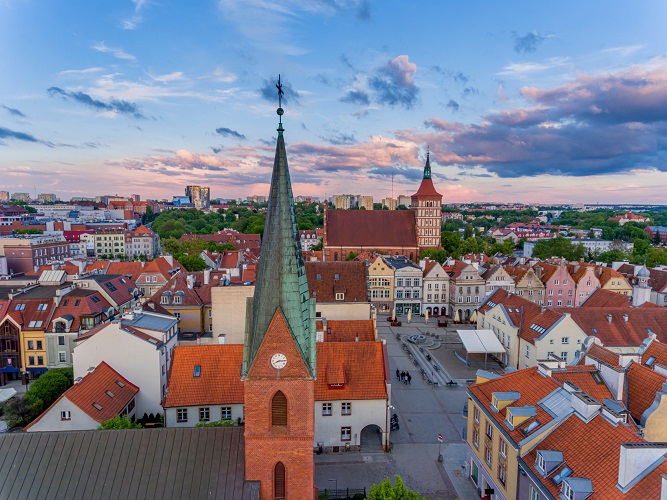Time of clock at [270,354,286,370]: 8:14
